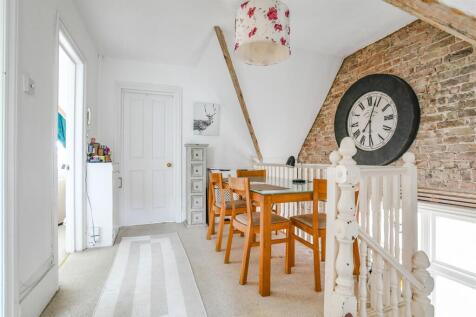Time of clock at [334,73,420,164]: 6:03
